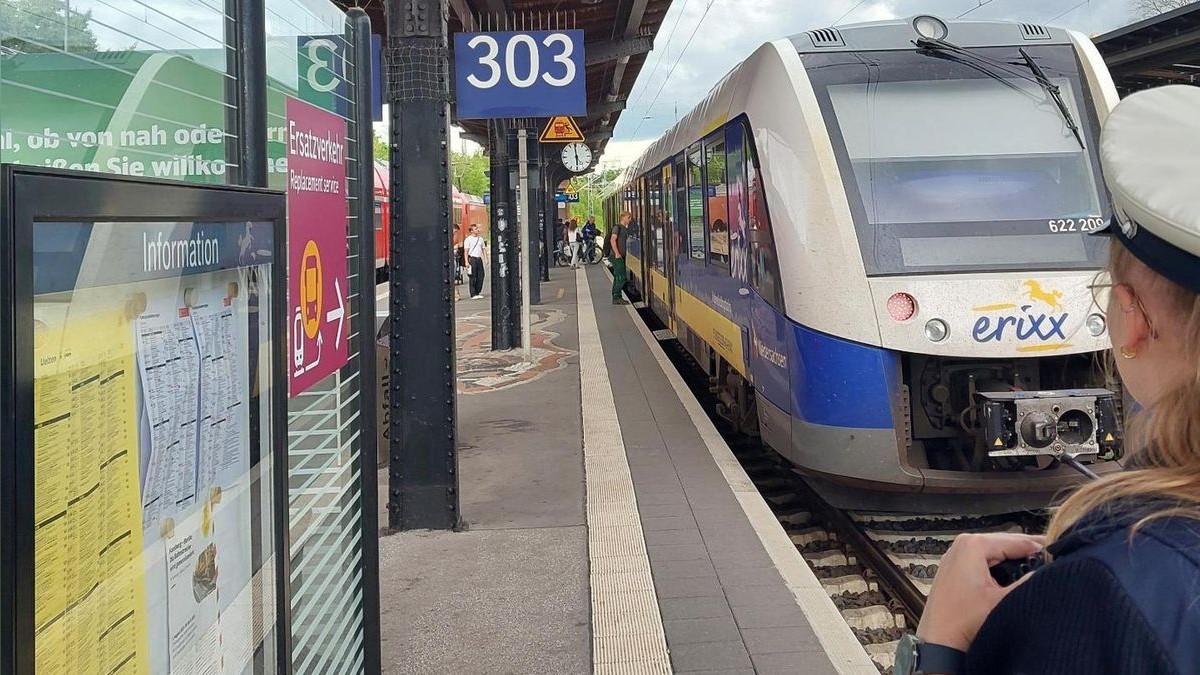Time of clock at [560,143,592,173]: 5:59
